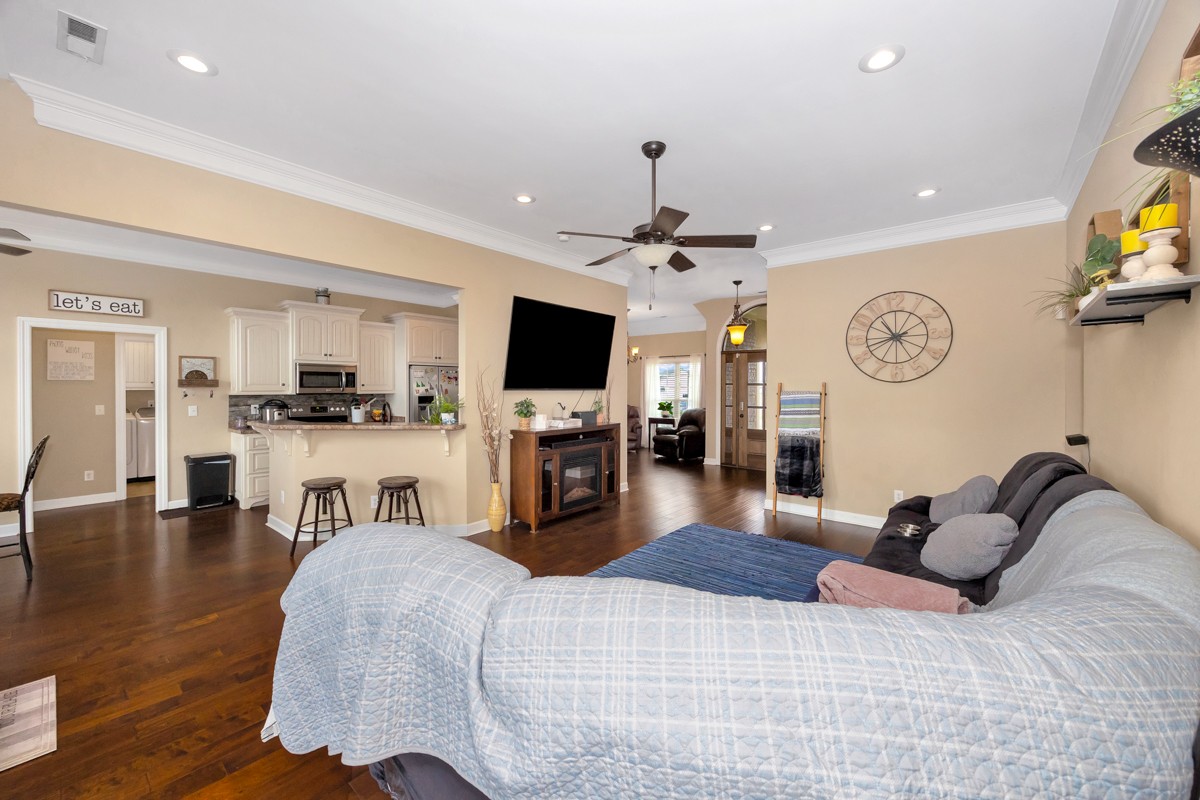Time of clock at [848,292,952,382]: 10:42
